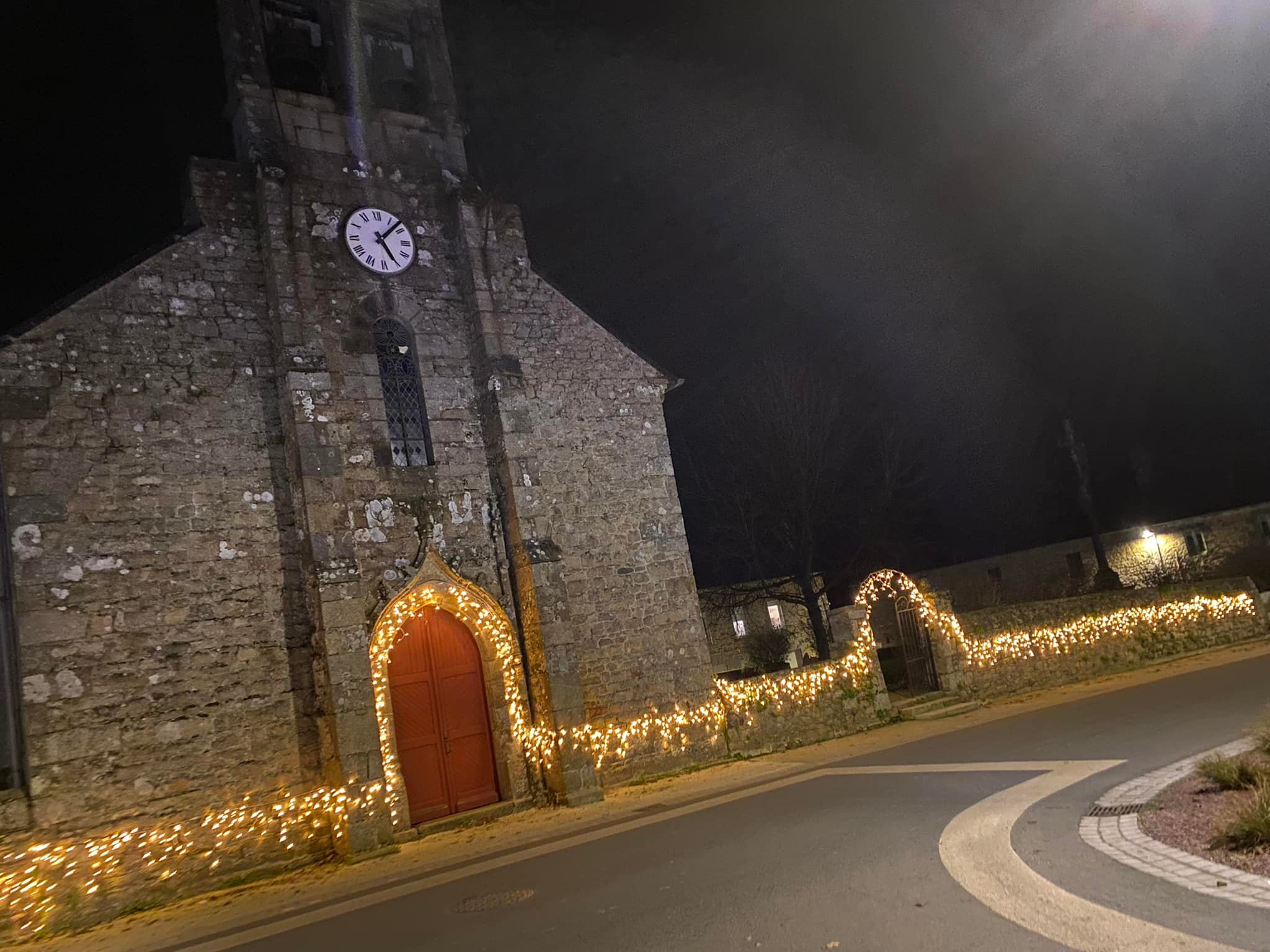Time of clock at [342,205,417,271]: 5:07
